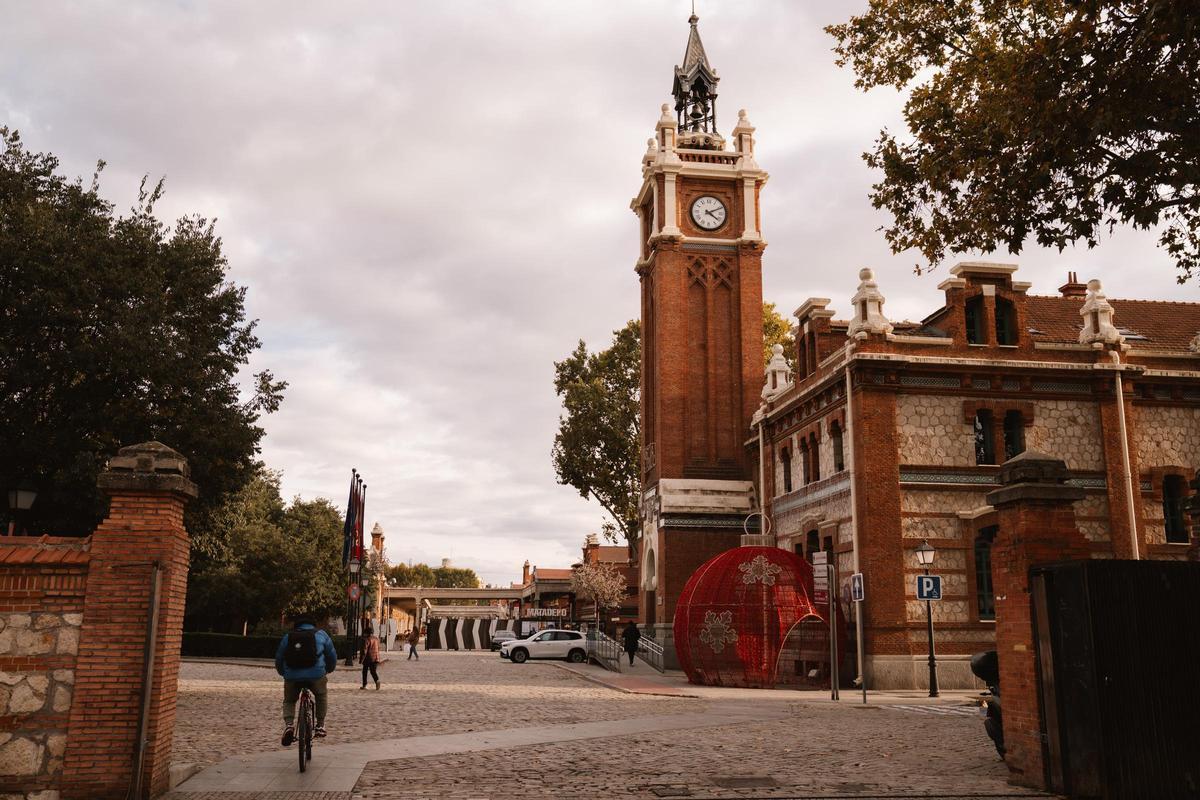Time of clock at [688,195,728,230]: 4:10
